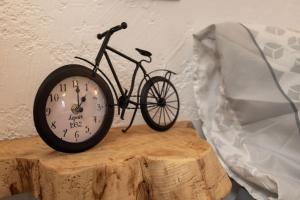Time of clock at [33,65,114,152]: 1:00
